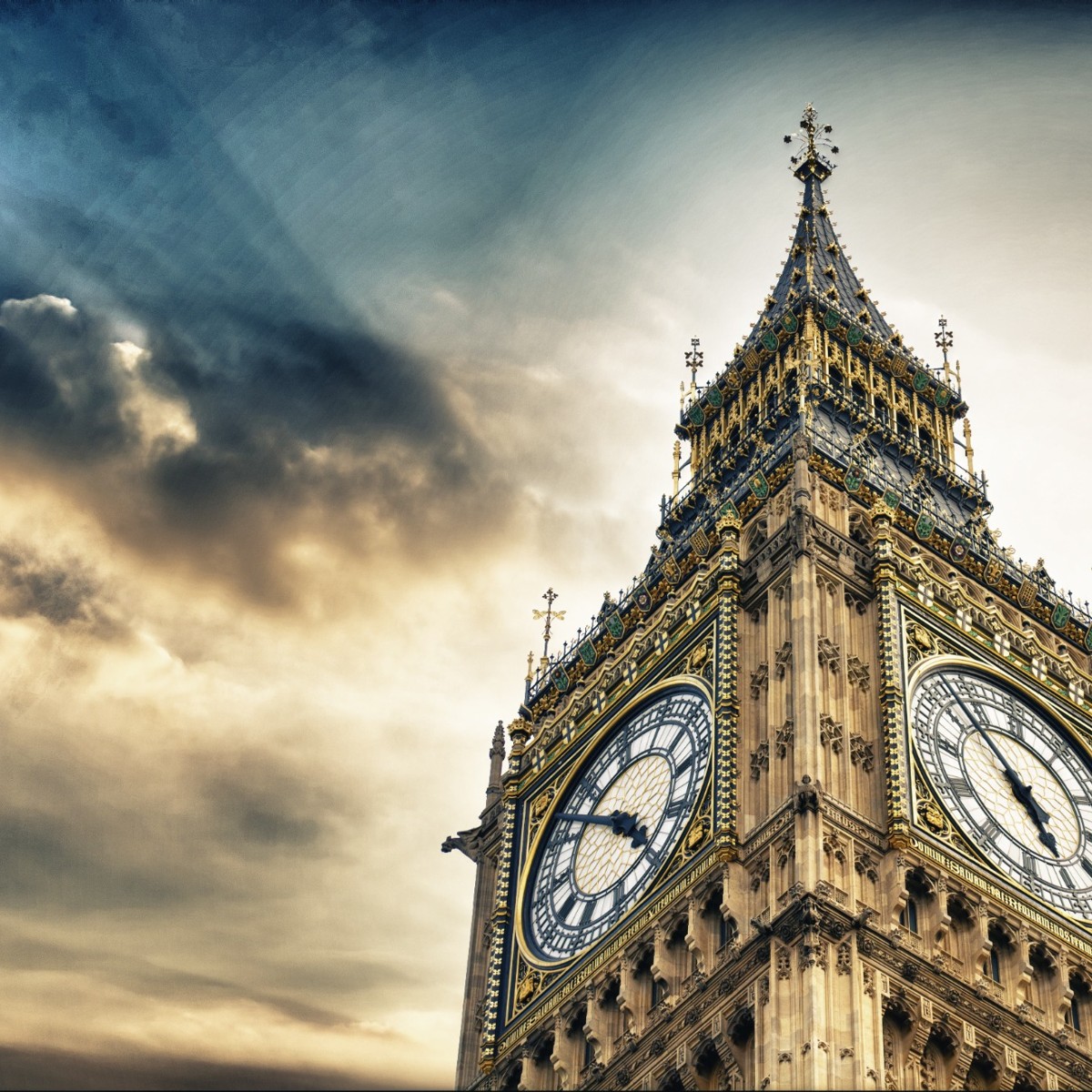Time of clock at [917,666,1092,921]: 4:52
